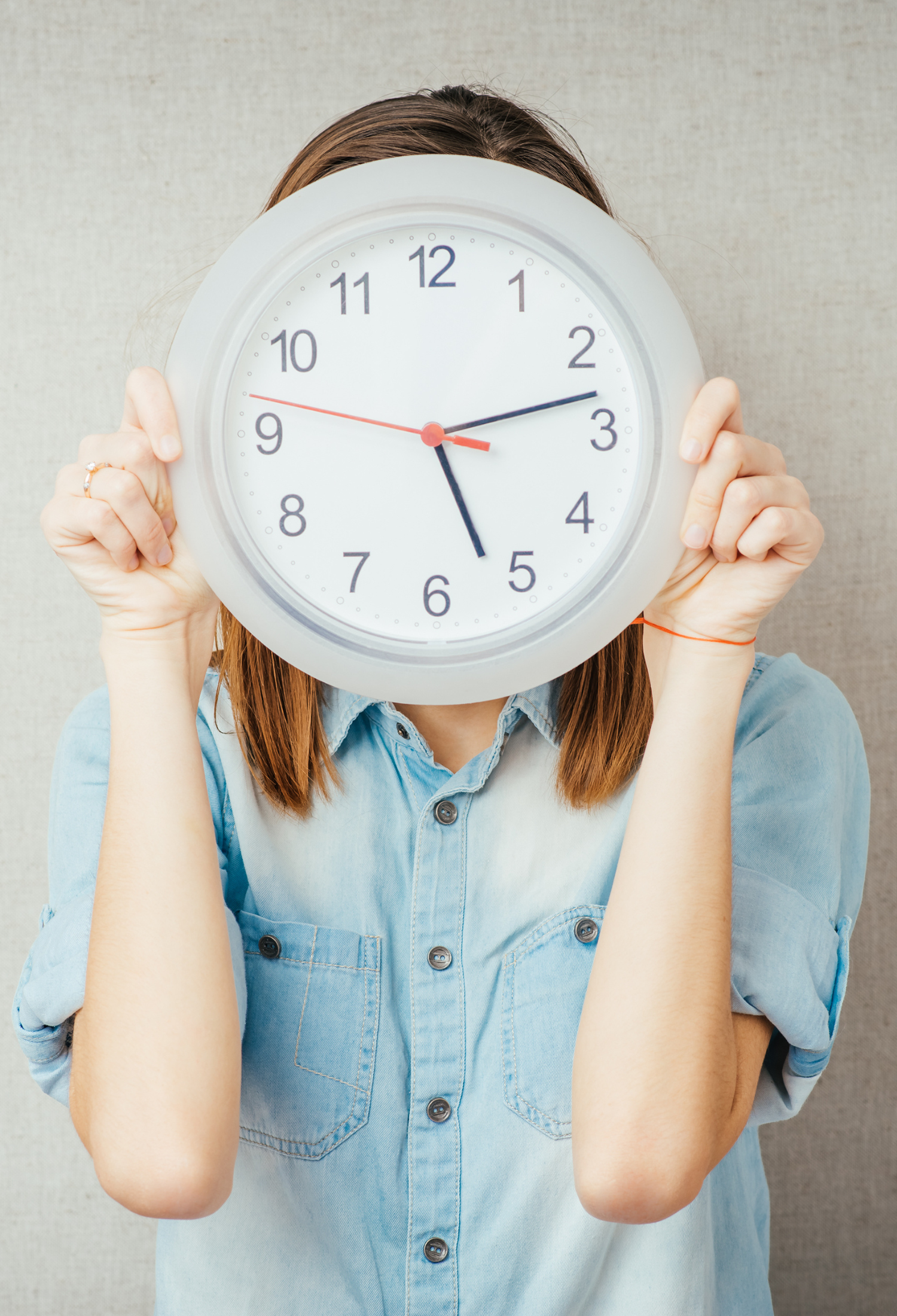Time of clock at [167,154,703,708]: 5:12
